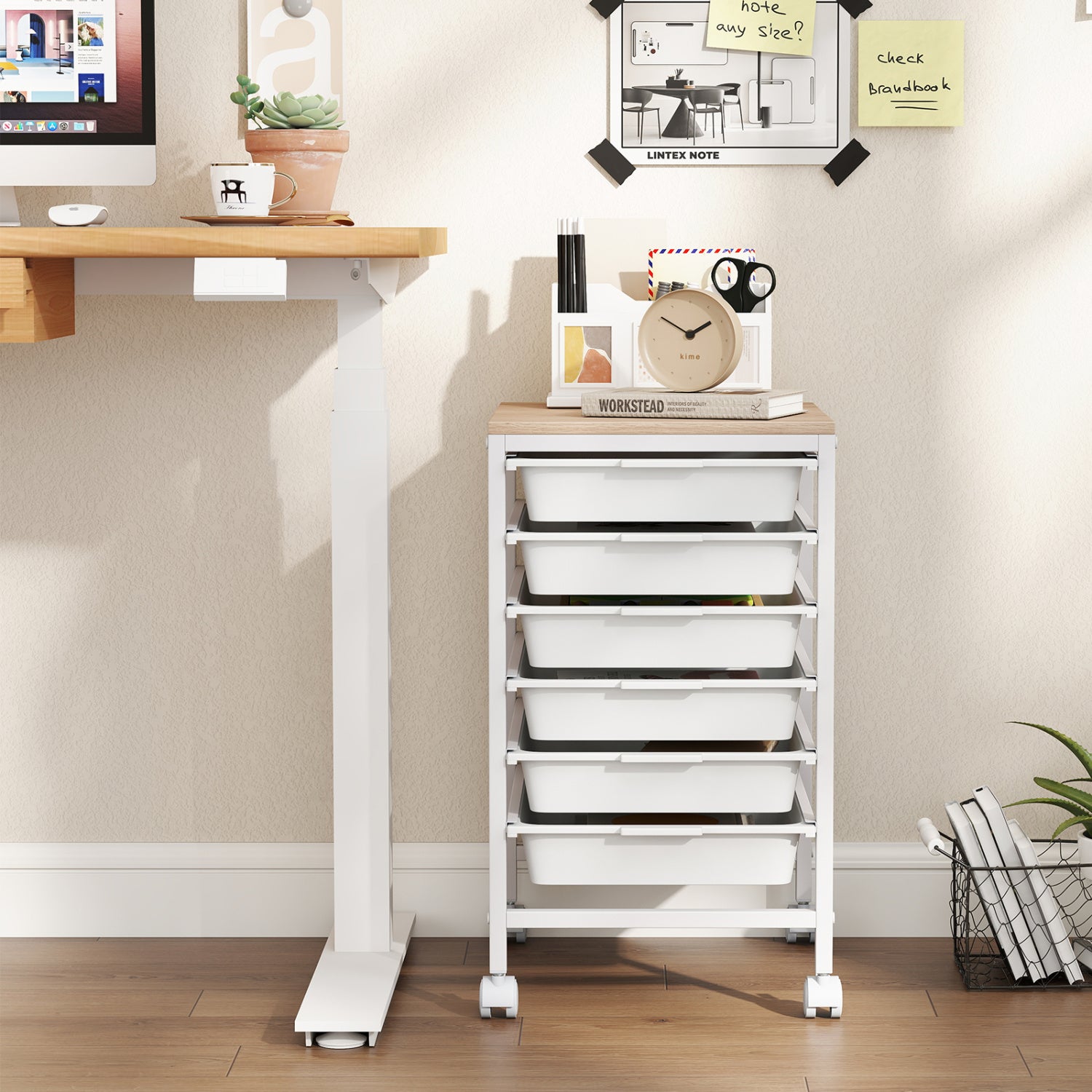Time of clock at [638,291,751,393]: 1:51
